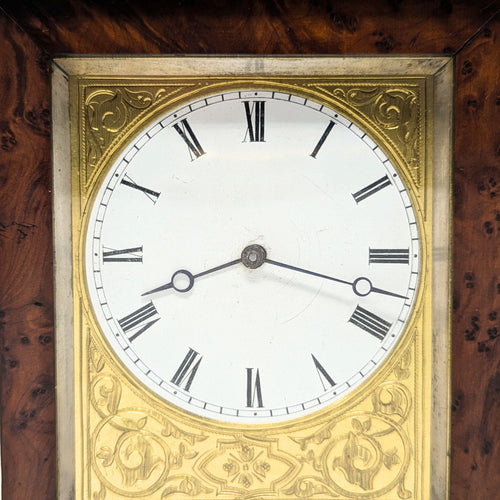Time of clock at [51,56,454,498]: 8:17
